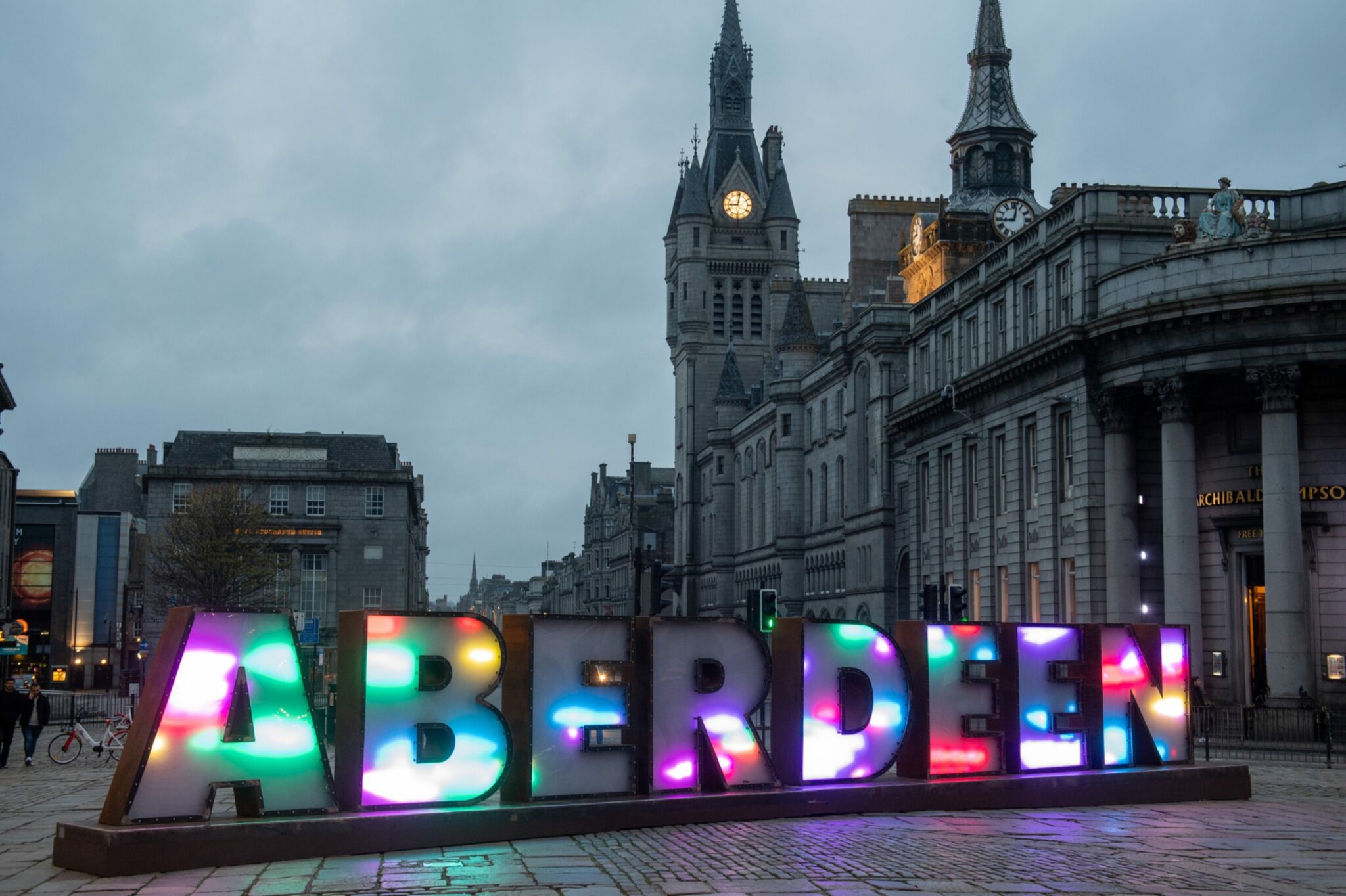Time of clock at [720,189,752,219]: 9:01
